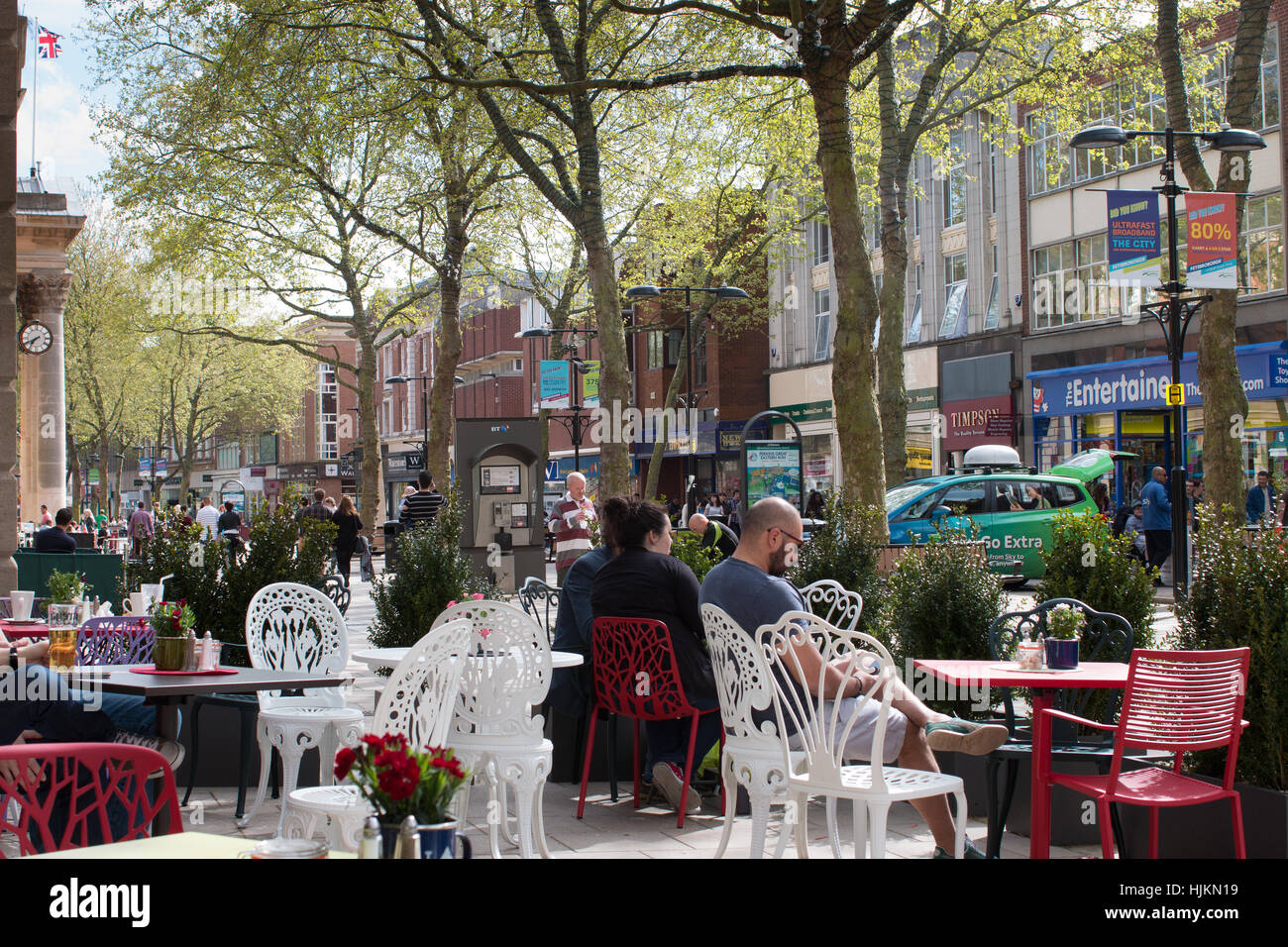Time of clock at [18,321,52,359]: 7:40
